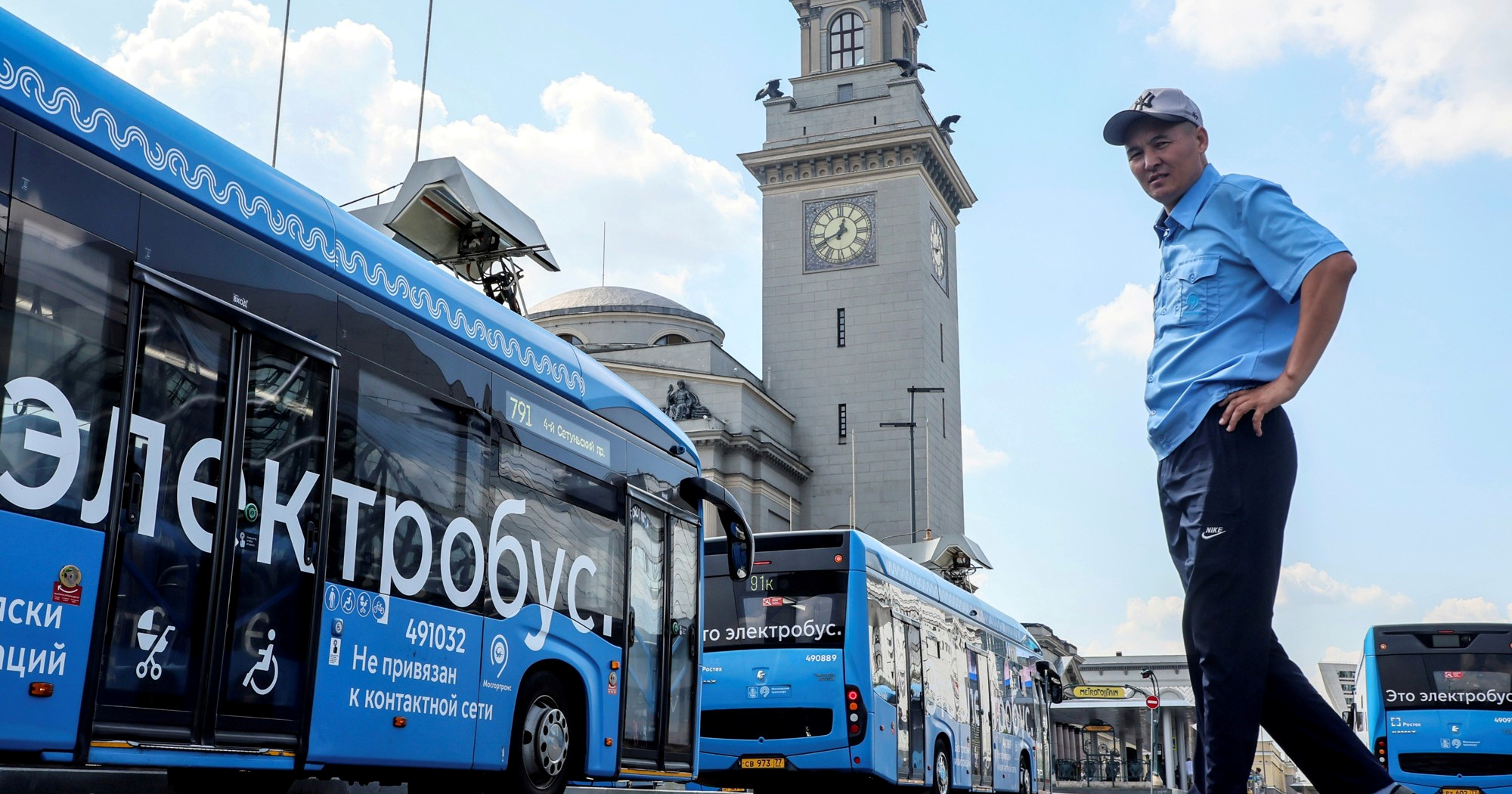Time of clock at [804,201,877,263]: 12:41
